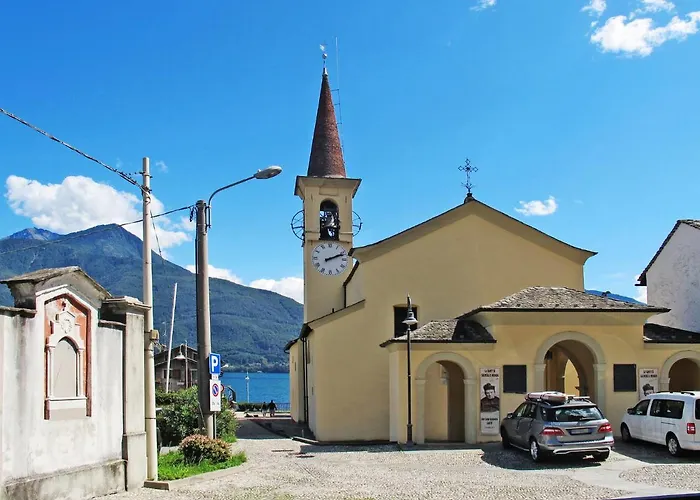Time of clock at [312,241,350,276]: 2:11
